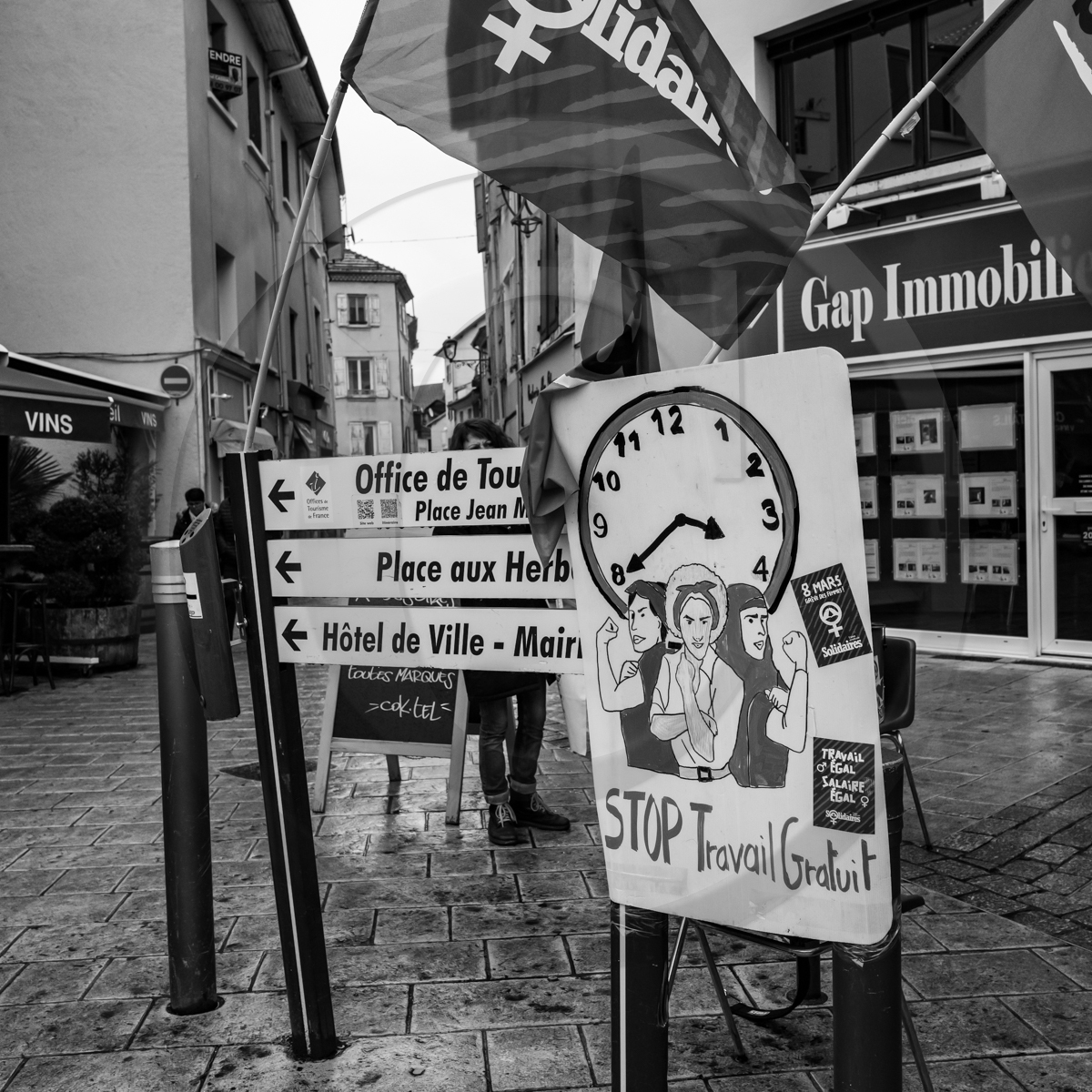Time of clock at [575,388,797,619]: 3:39
